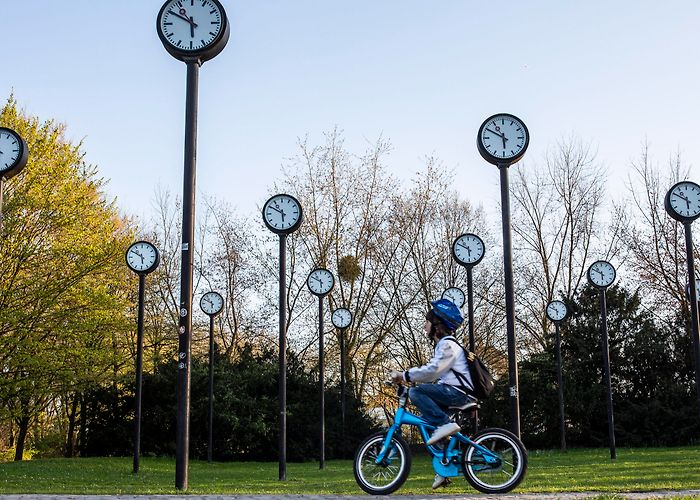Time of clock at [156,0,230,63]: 5:49
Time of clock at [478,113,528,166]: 5:49
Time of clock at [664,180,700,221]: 5:49
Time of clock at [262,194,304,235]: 5:50
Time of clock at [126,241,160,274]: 5:50
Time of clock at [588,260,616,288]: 5:49
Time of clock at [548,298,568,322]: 5:49
